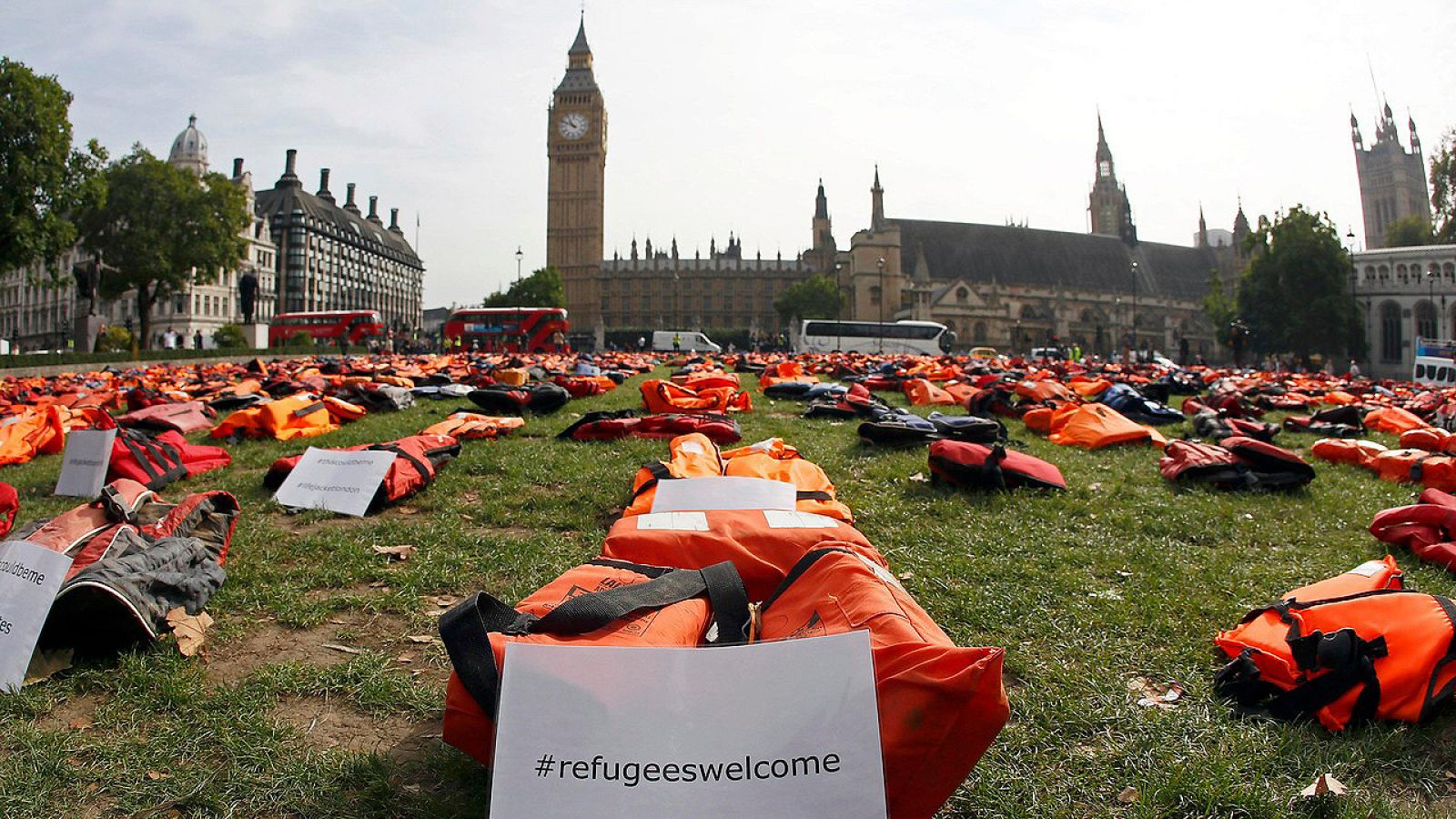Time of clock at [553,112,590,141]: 10:48
